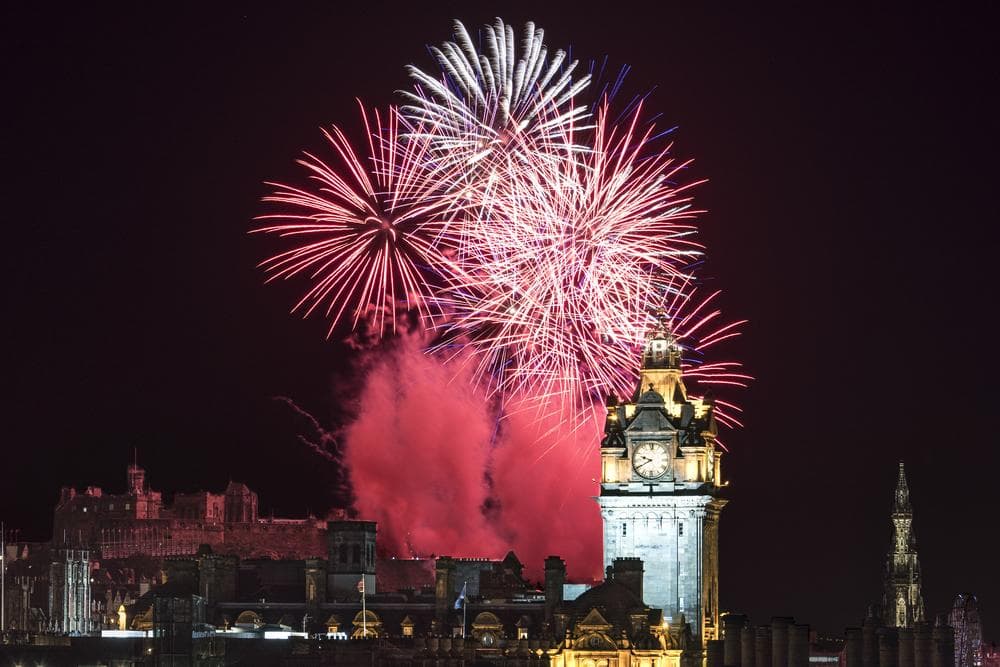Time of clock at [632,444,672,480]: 9:40
